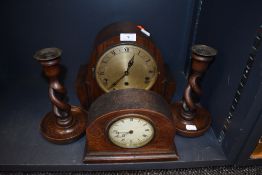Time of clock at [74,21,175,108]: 12:37
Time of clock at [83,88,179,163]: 12:37
